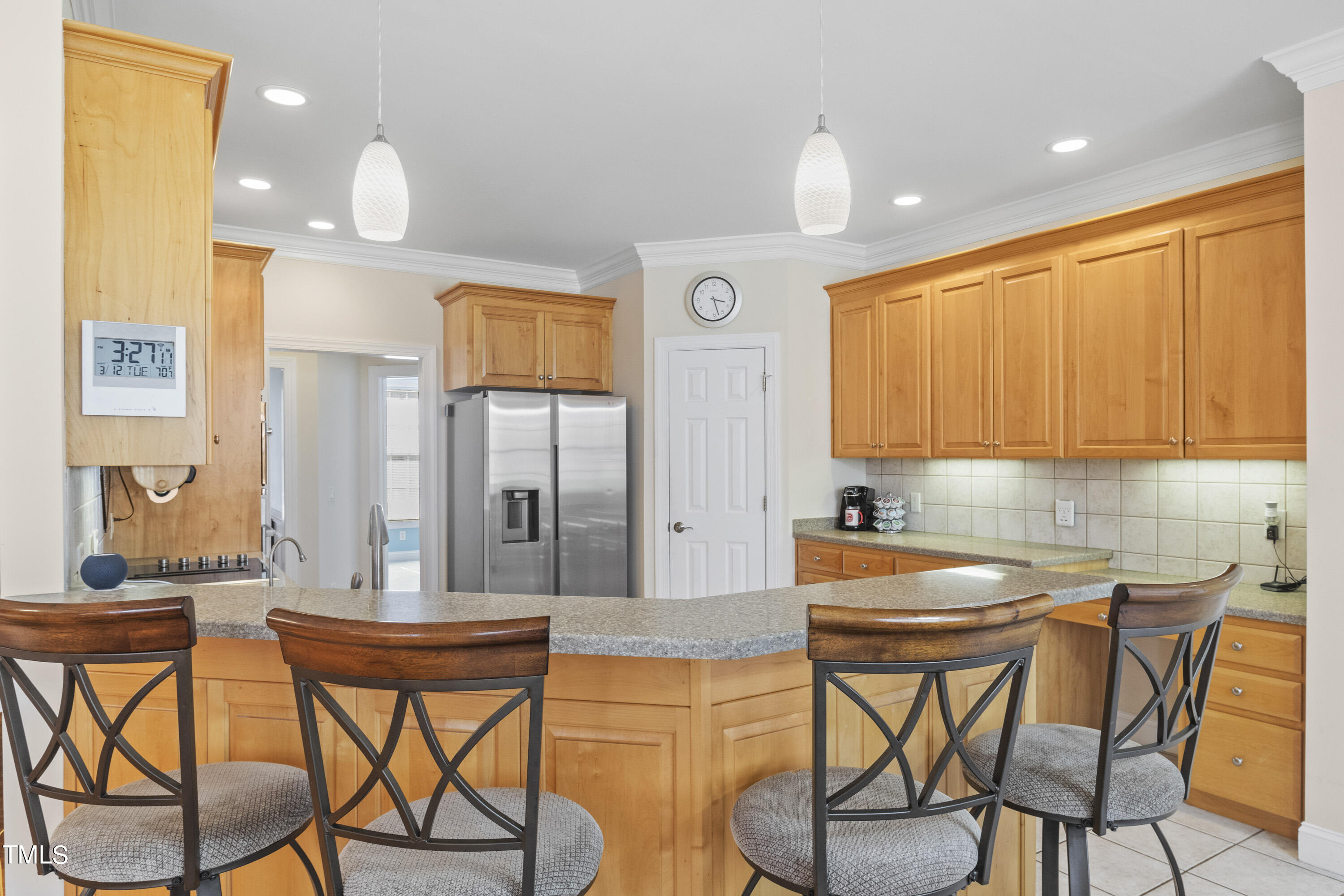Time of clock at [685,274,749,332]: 3:27
